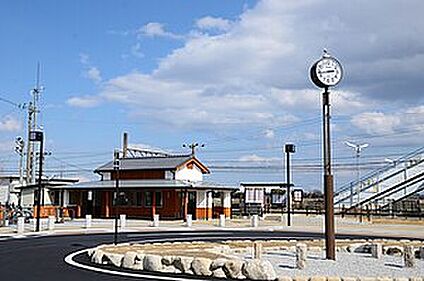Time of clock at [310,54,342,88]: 2:42
